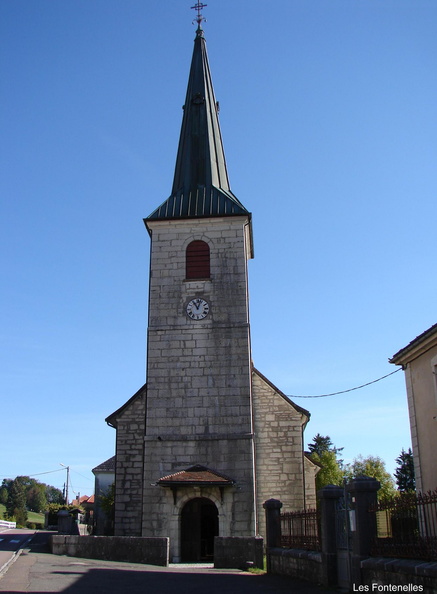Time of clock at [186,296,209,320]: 11:03
